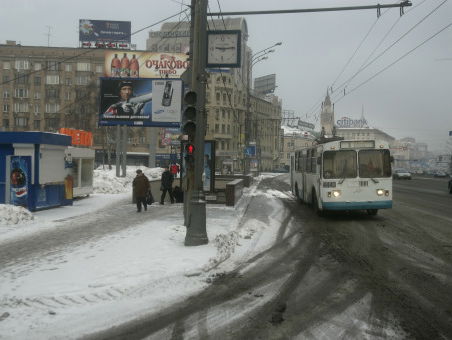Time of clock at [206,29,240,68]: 9:13
